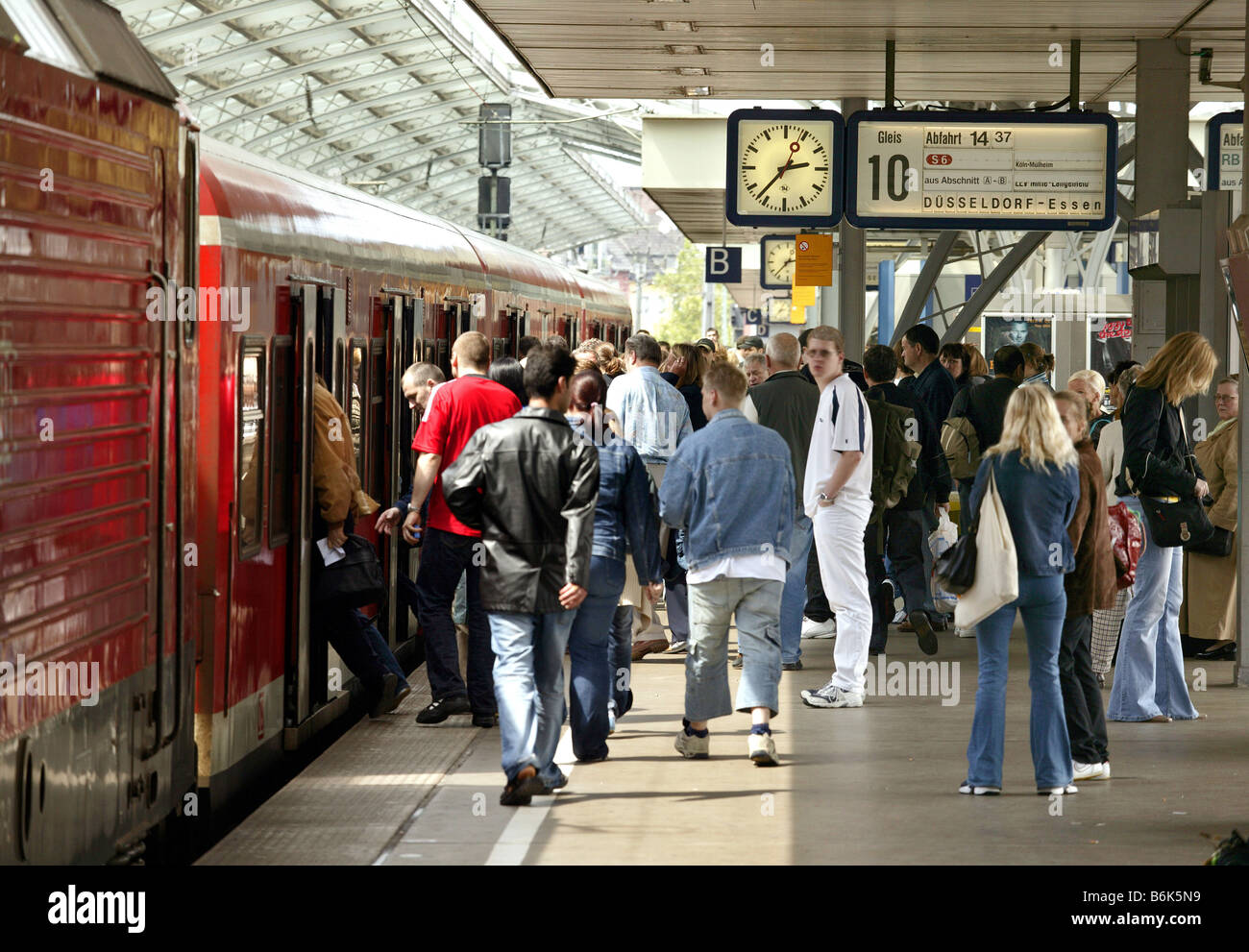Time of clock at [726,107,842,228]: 2:37
